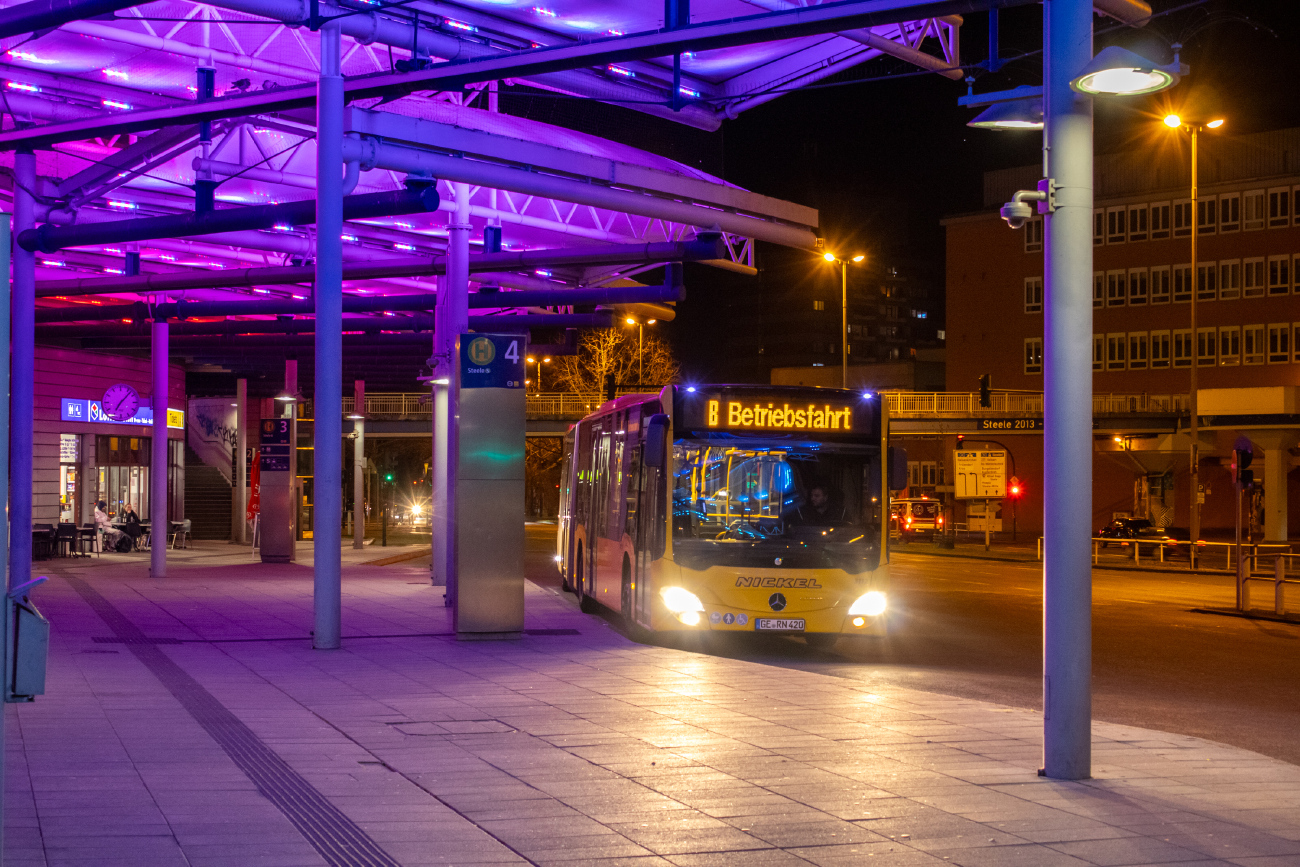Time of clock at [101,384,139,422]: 7:07
